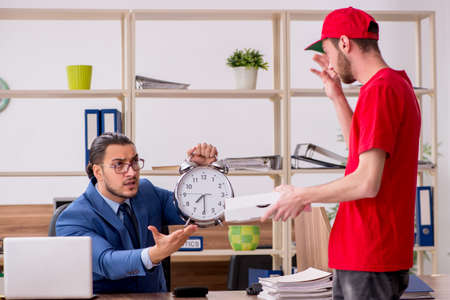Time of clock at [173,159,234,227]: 7:29
